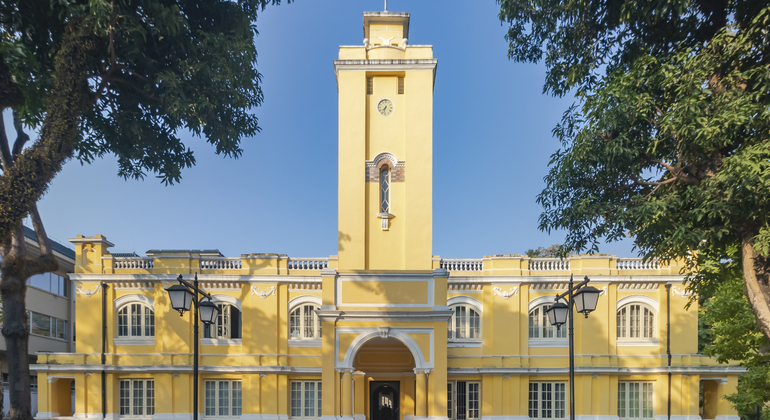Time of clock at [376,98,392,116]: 7:32
